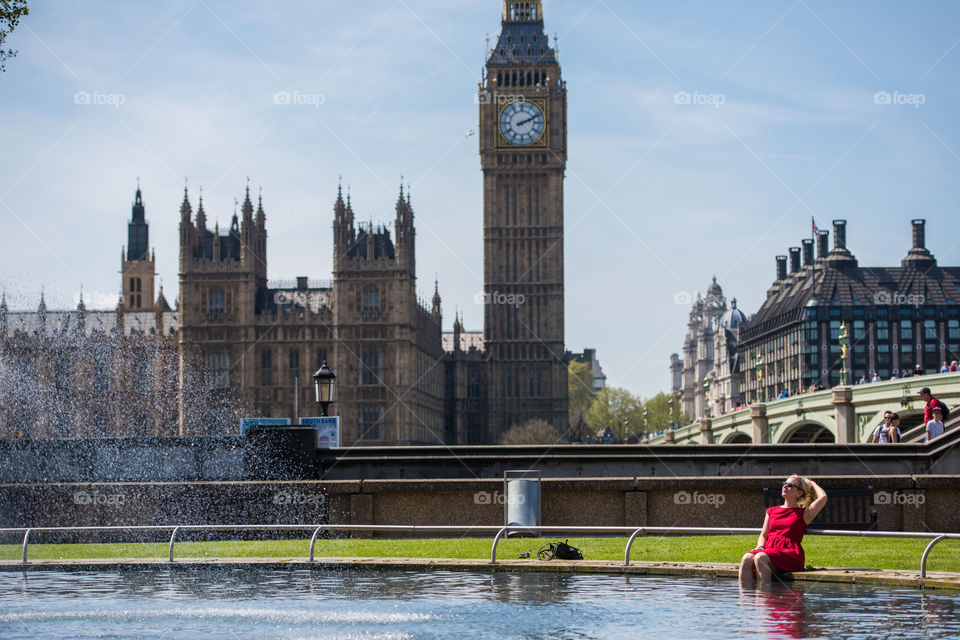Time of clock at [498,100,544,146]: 2:11
